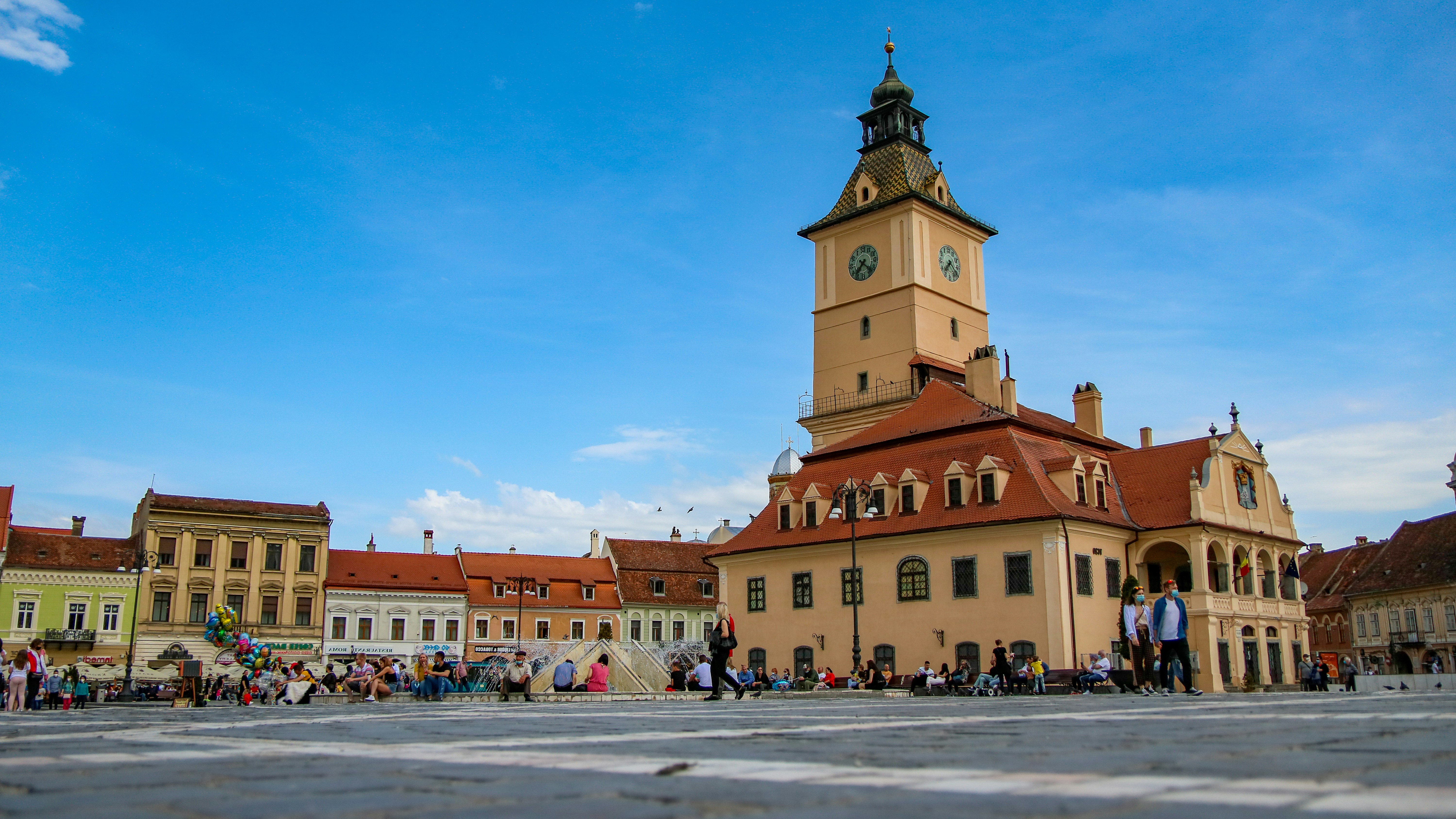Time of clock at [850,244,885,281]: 7:22
